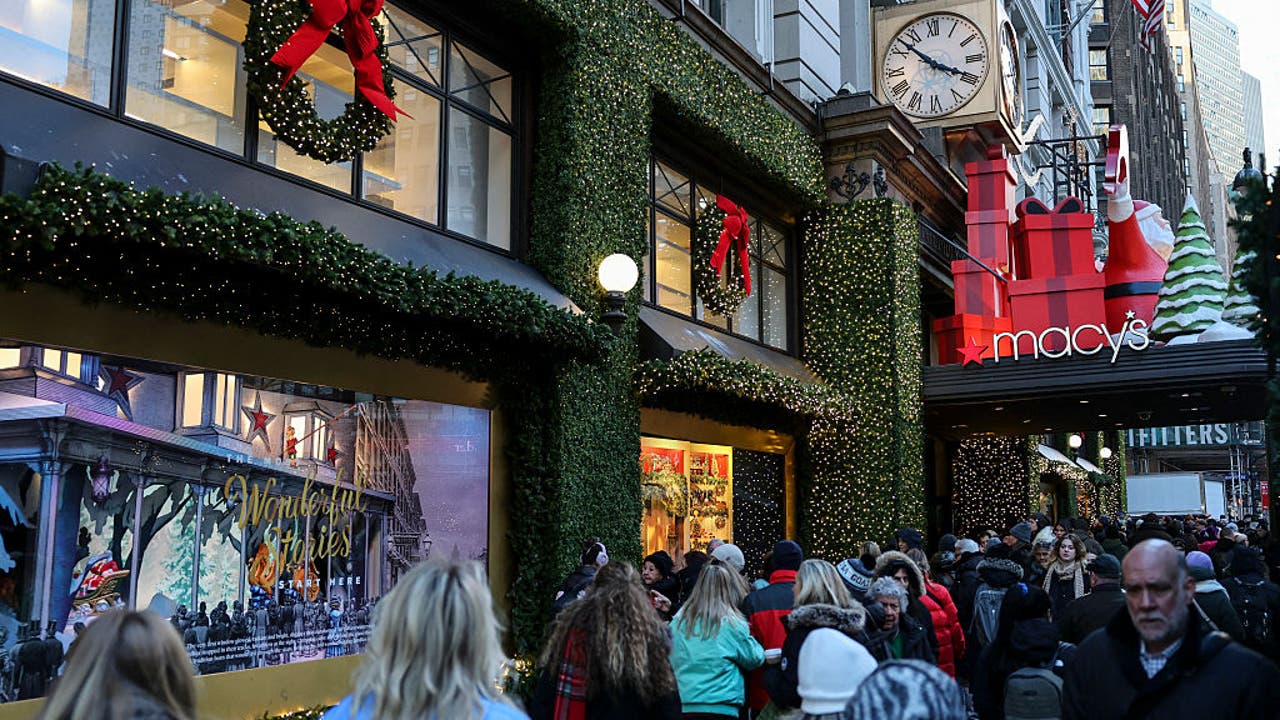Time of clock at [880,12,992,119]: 3:52
